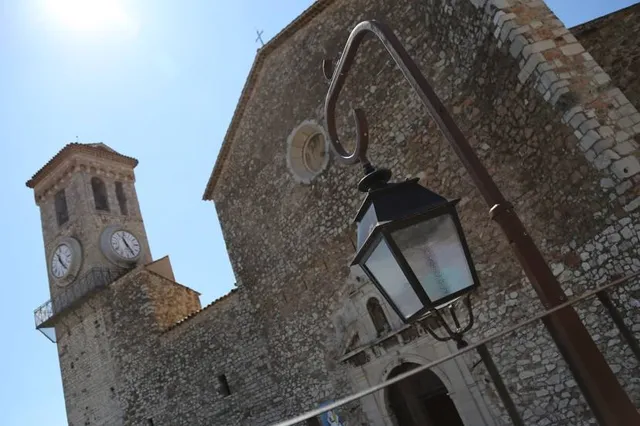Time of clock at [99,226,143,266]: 11:24
